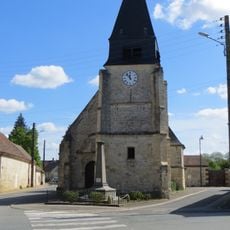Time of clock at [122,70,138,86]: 11:53
